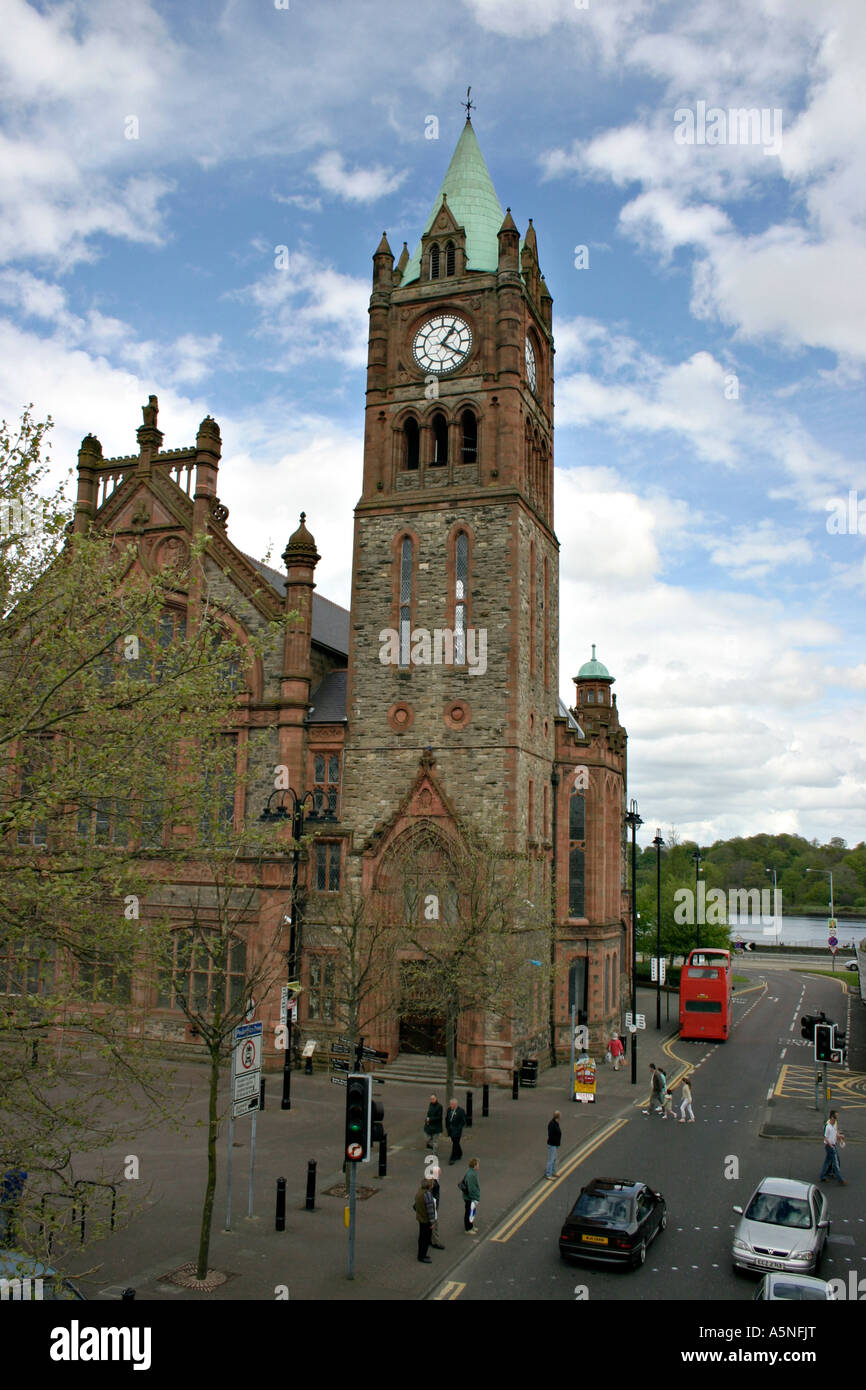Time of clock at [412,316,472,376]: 1:20
